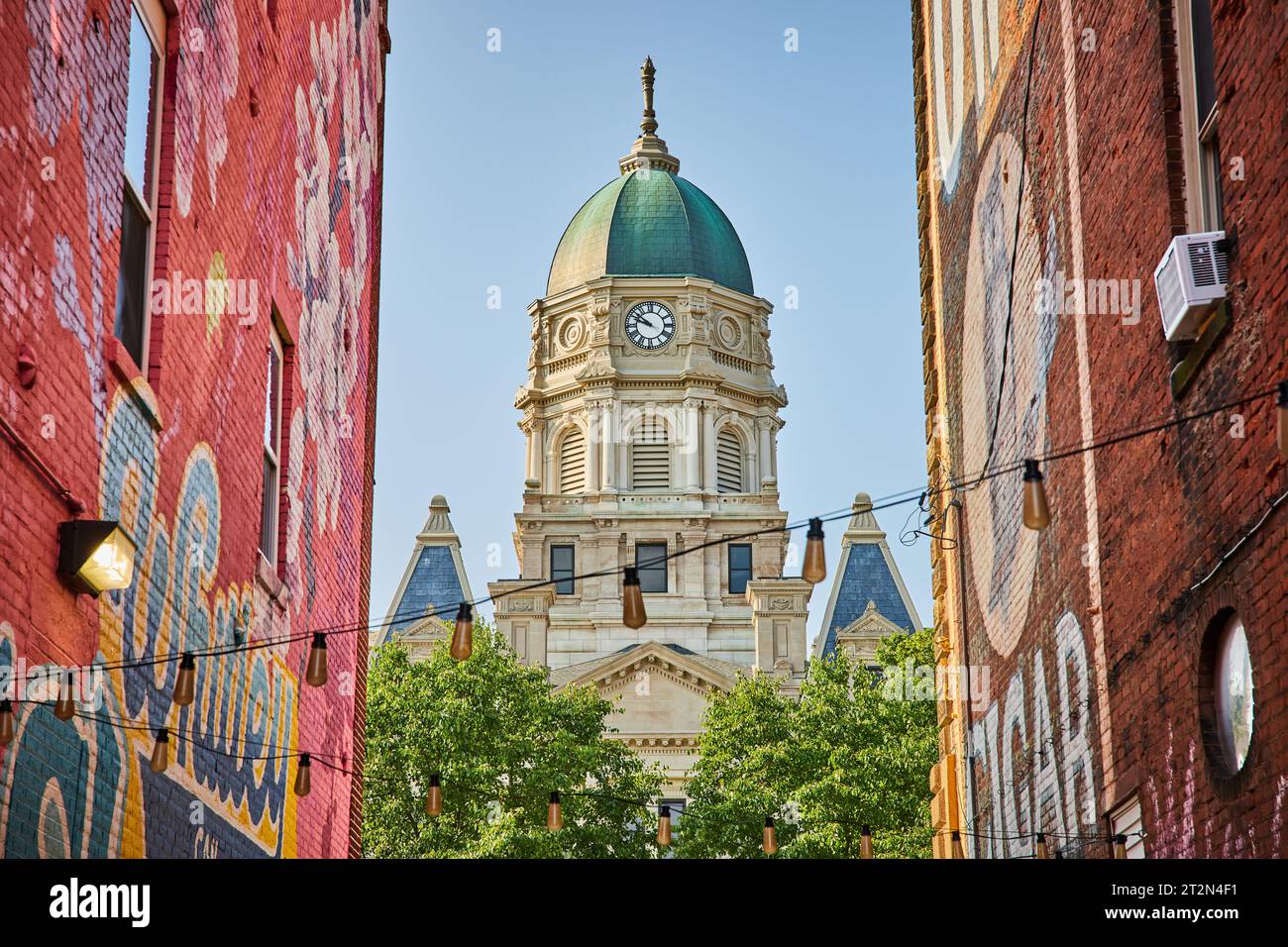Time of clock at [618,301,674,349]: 9:51
